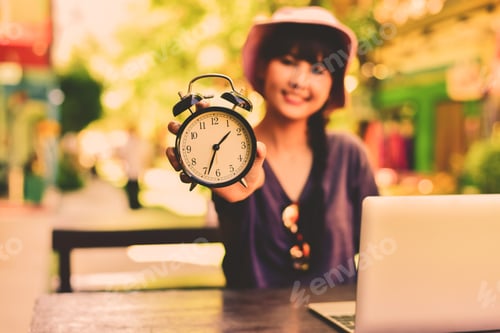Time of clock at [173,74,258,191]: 1:33
